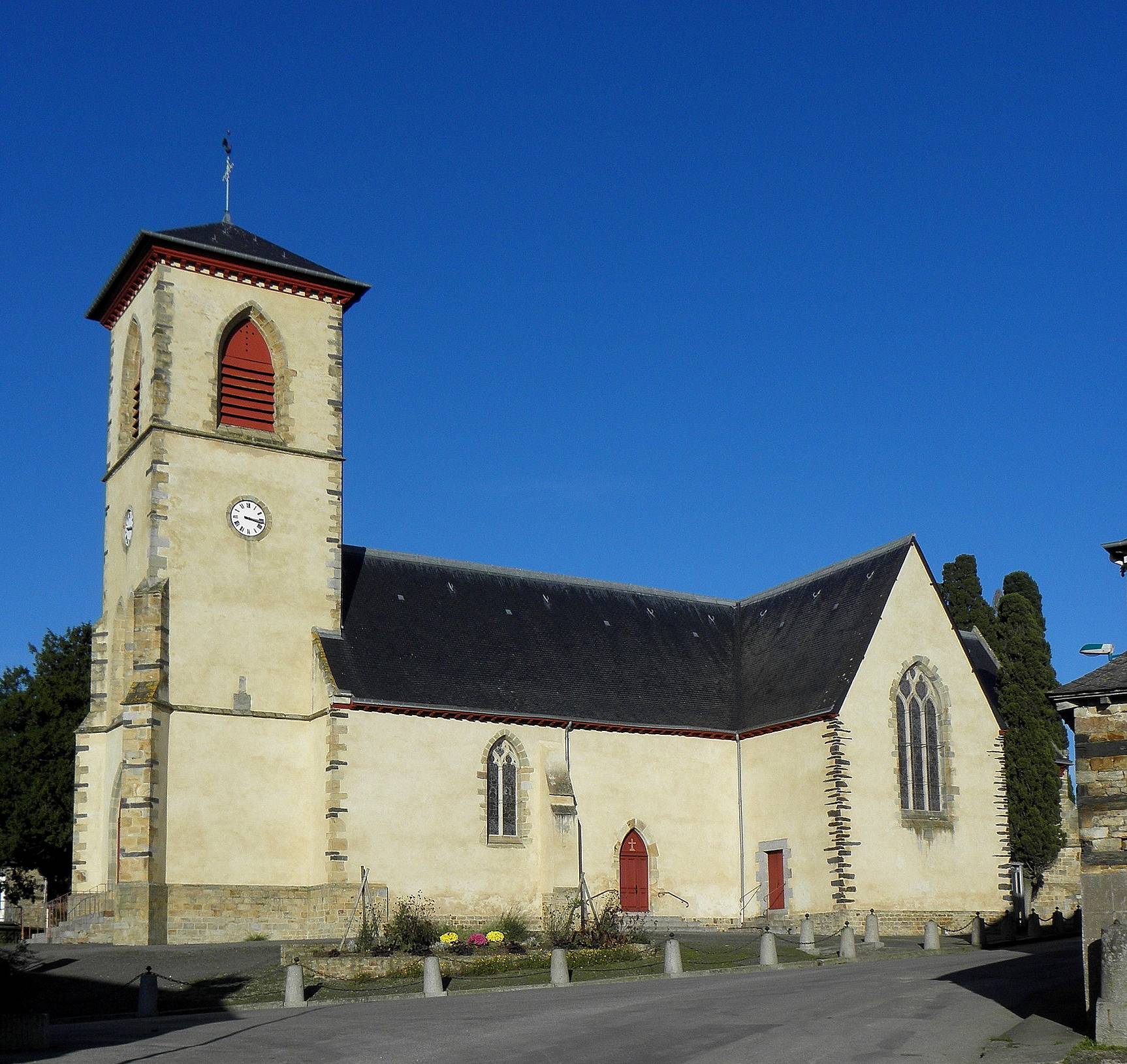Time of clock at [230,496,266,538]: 3:17
